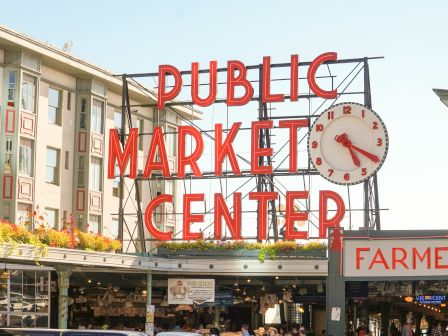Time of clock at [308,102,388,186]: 5:19
